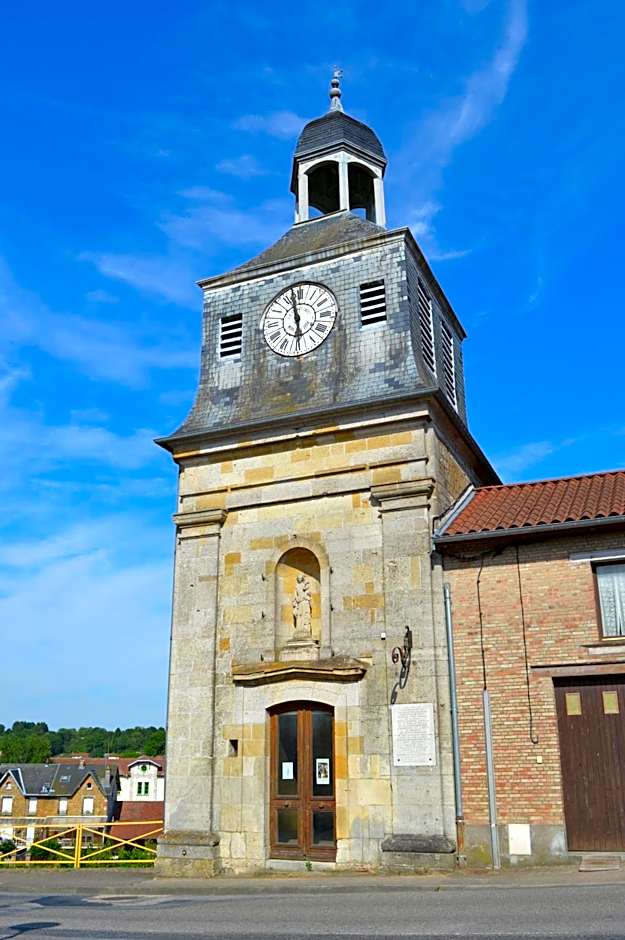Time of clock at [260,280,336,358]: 5:57
